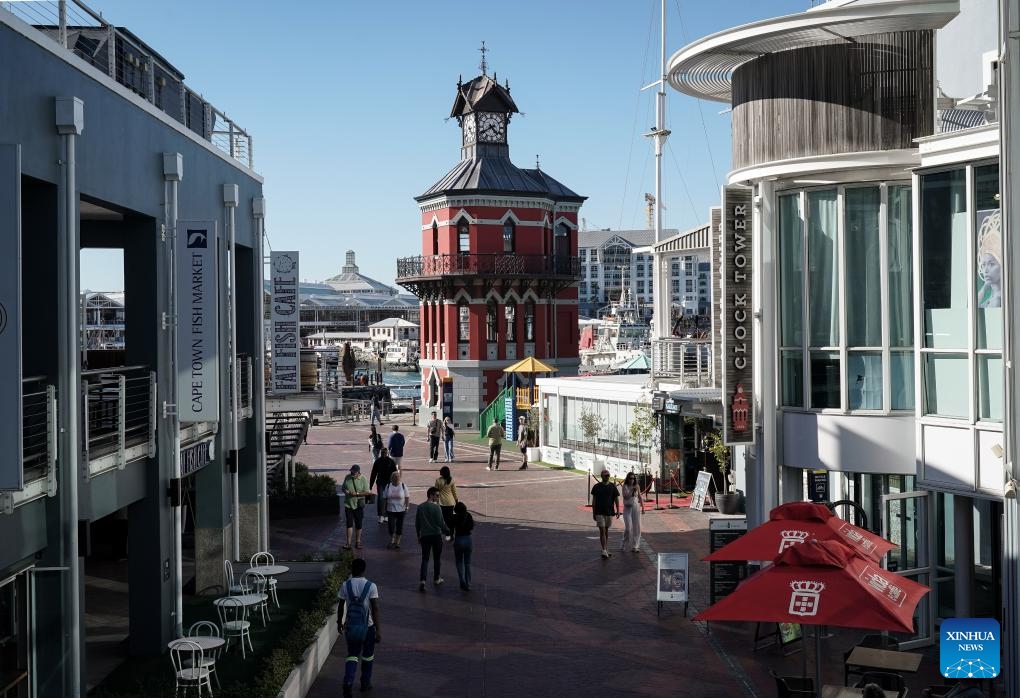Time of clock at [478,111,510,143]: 4:40
